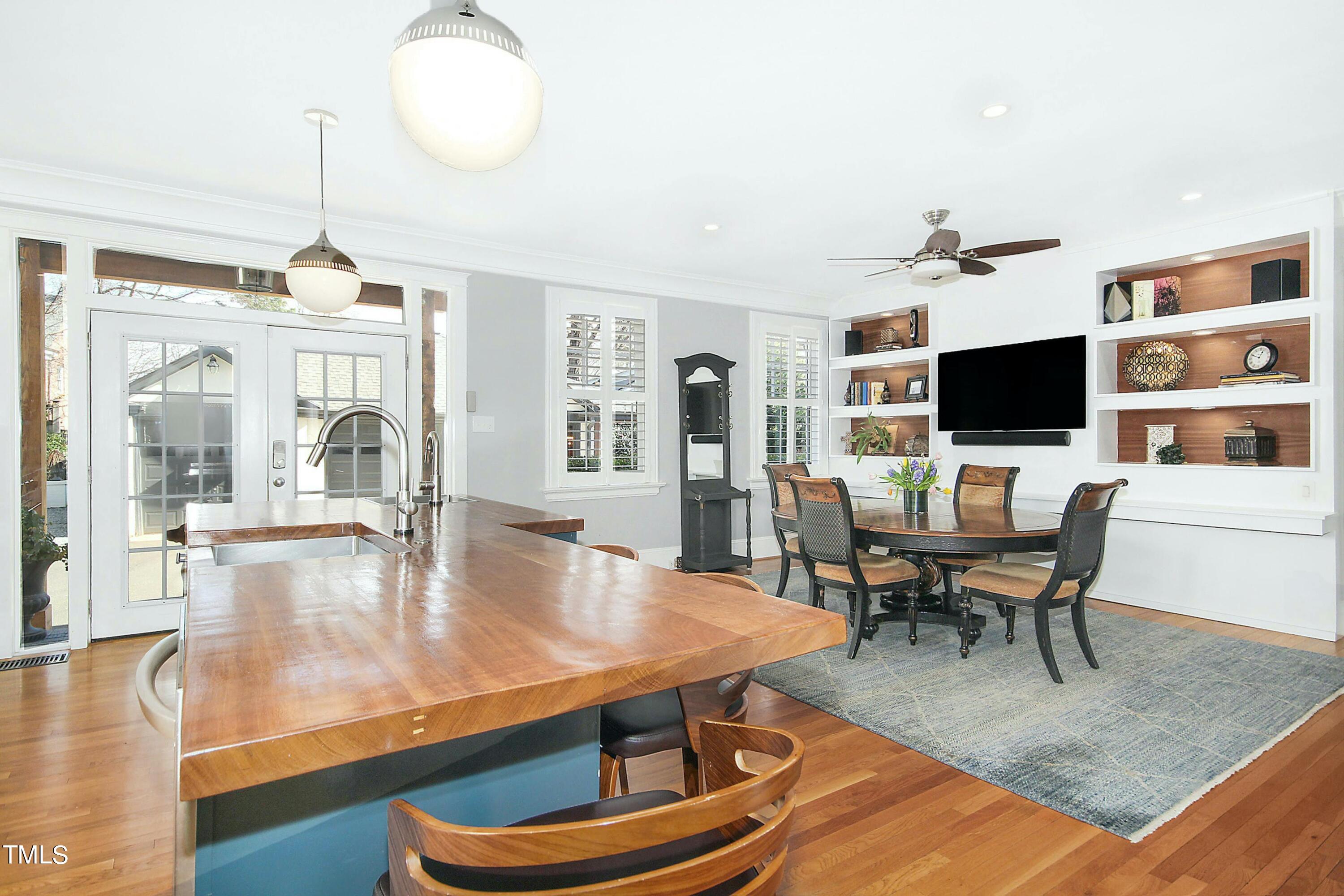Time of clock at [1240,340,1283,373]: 12:49
